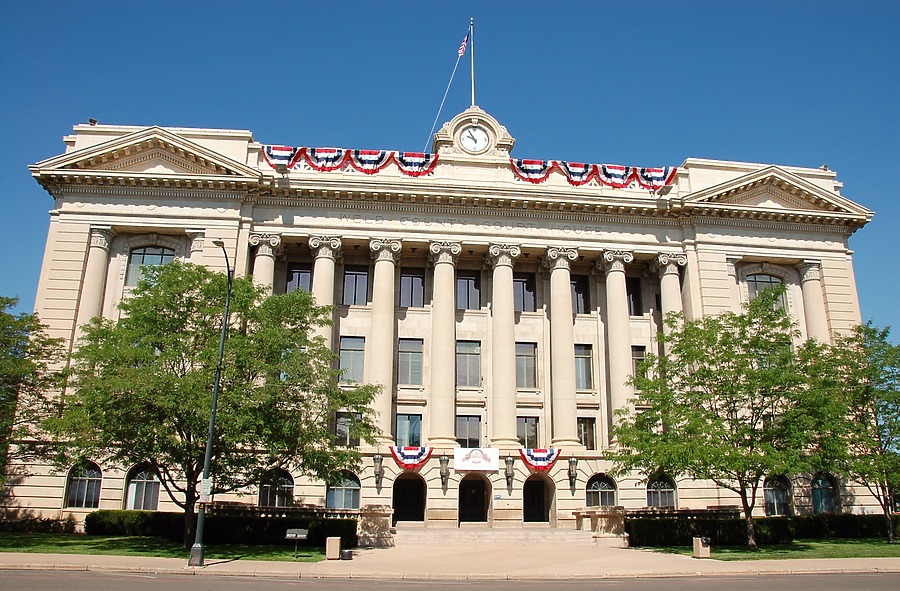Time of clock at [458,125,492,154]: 9:55
